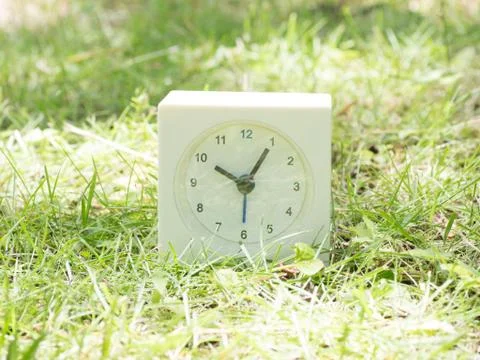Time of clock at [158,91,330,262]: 10:05
